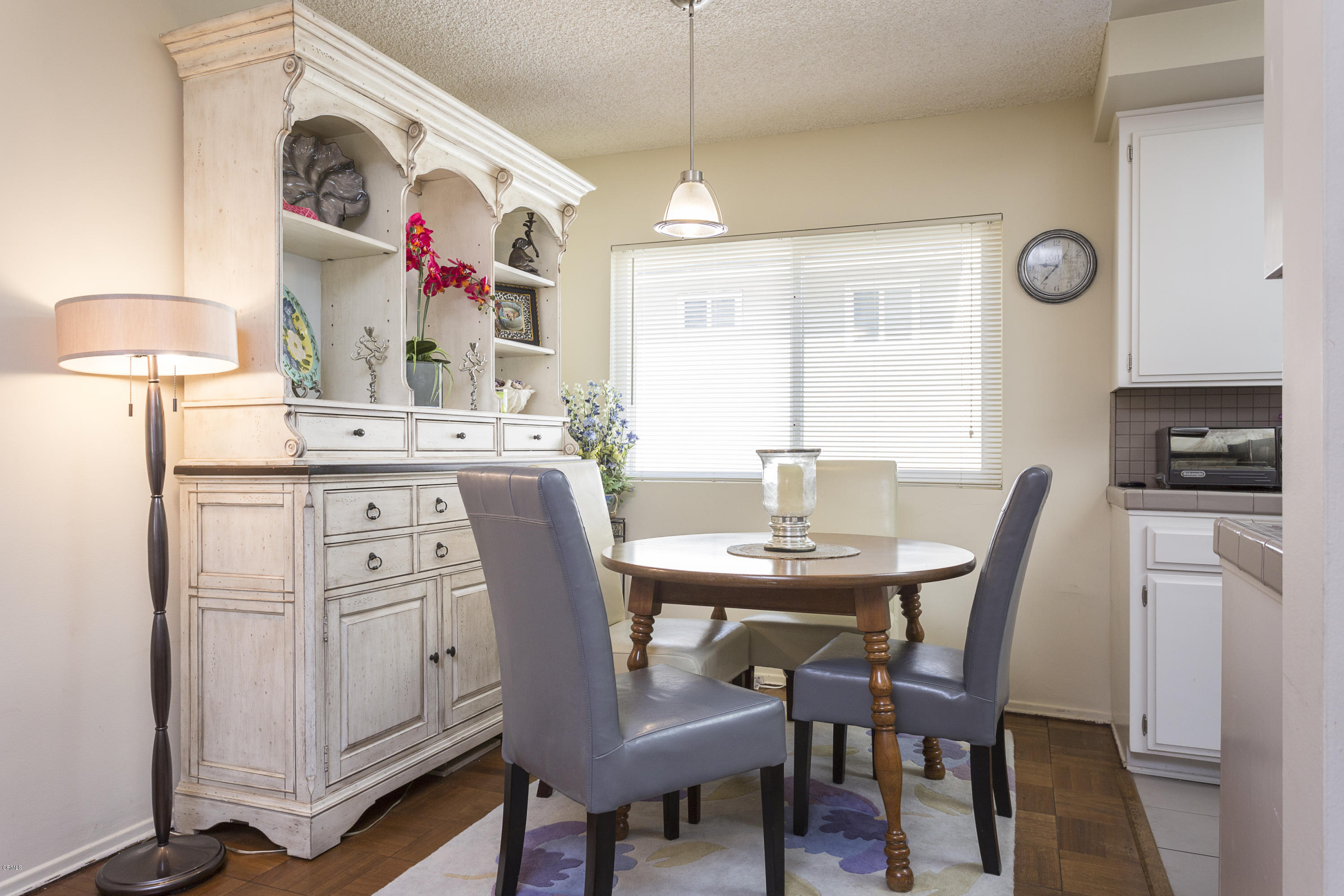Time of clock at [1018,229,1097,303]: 9:36
